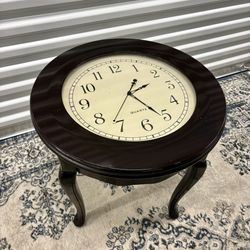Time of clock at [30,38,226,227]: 1:25
